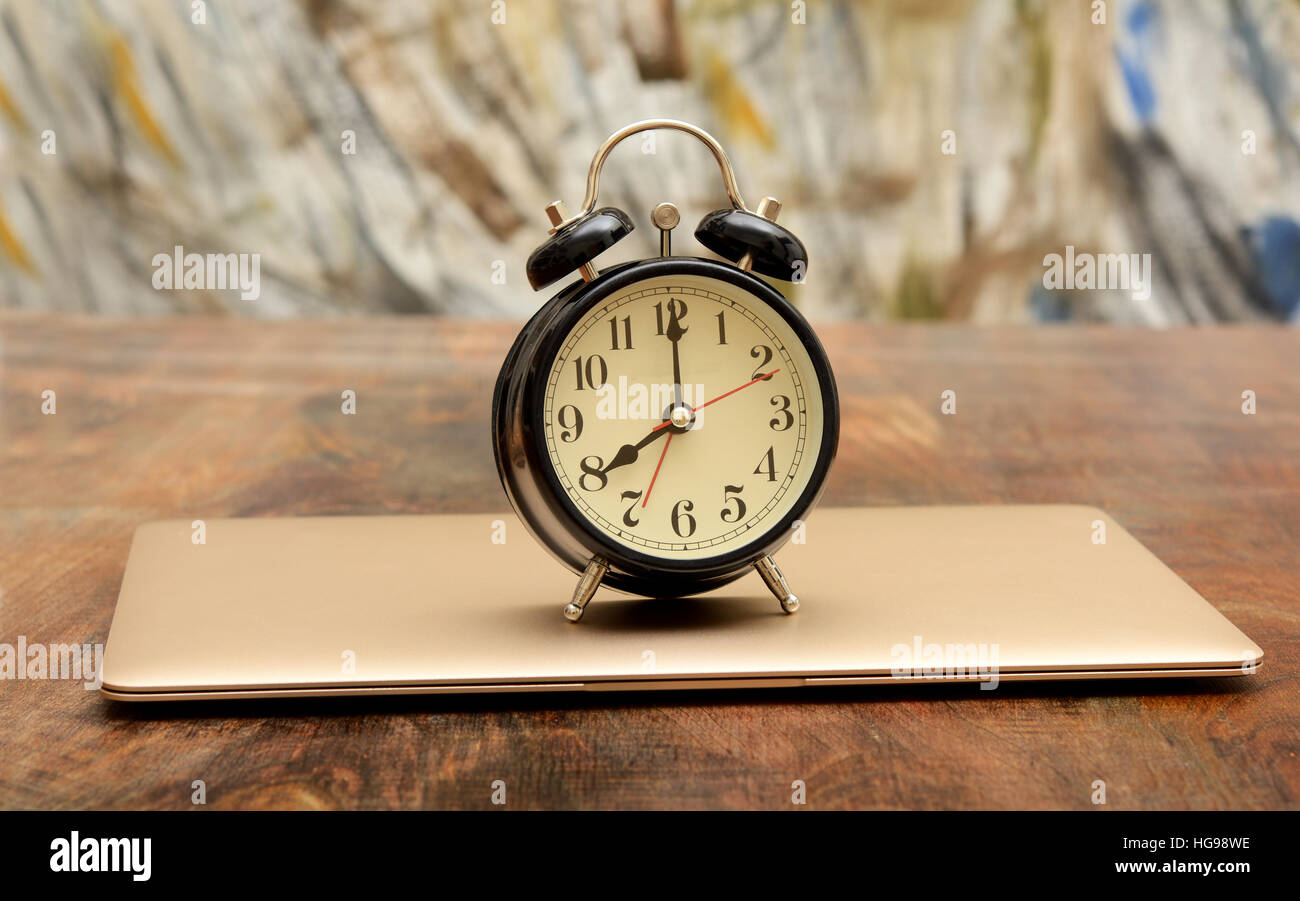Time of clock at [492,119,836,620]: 8:00
